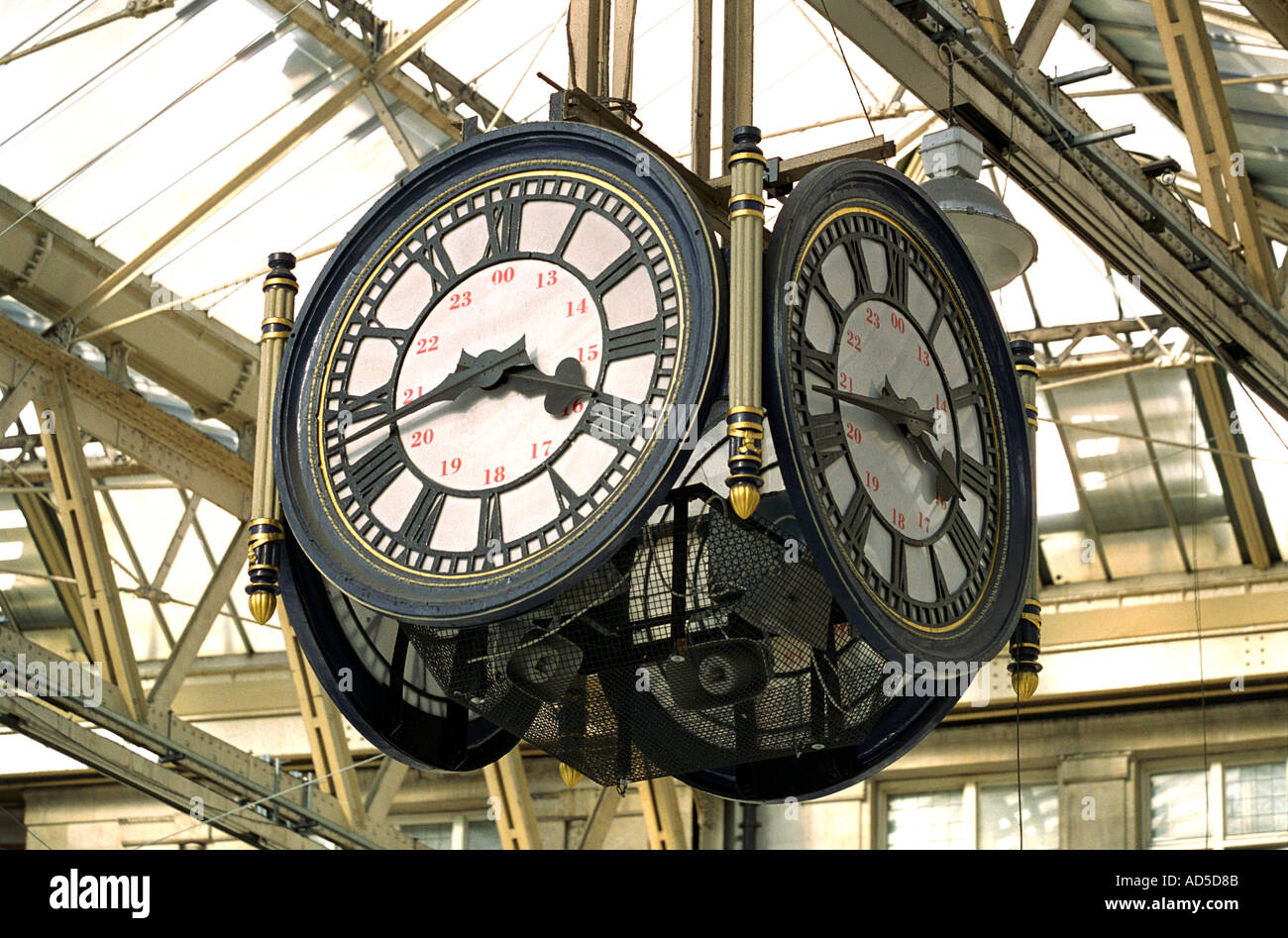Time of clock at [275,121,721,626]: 3:42
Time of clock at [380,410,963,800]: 3:42
